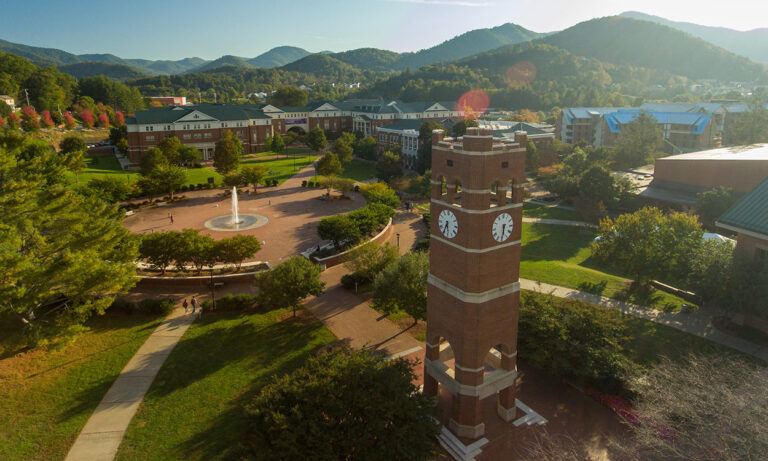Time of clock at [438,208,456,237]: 5:33
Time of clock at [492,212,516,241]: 6:32
